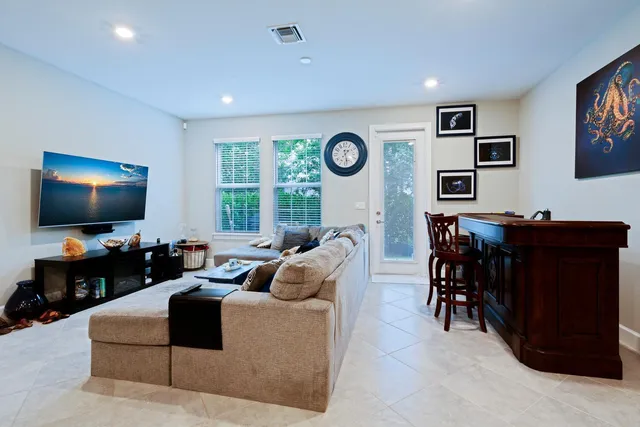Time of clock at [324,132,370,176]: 1:28
